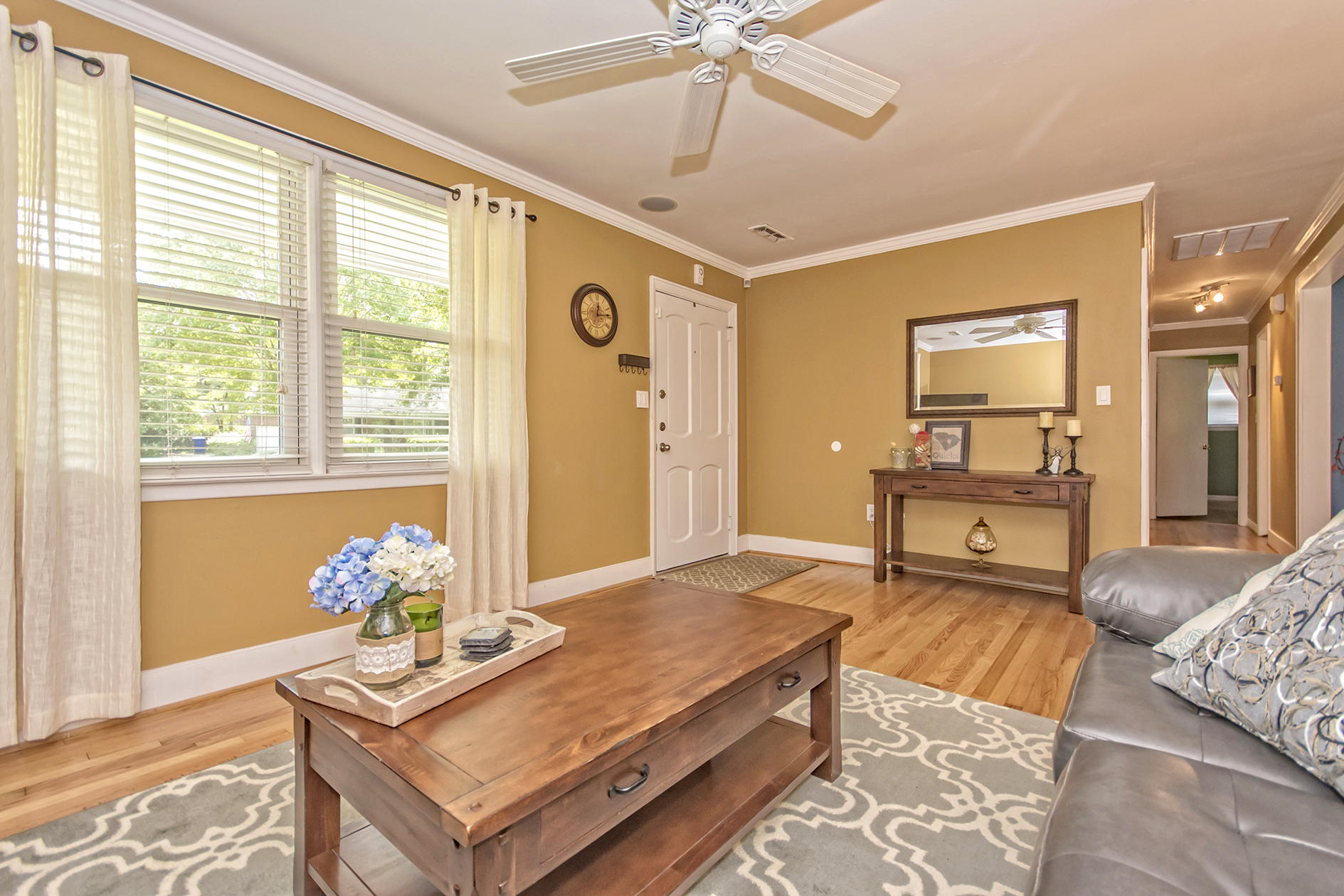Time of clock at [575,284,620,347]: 12:13
